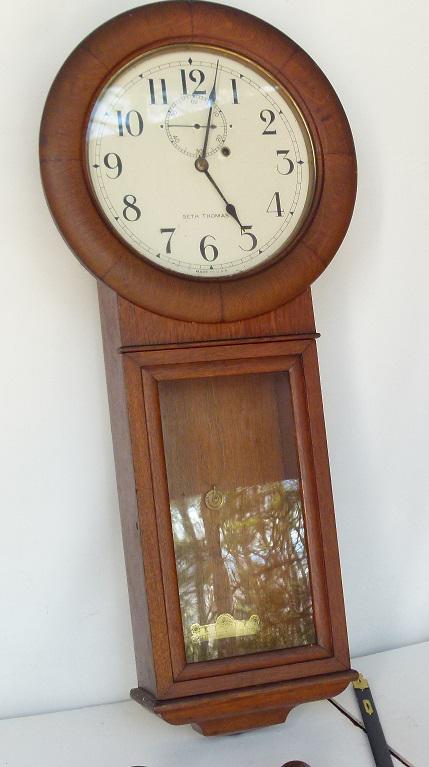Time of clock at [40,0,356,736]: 5:02
